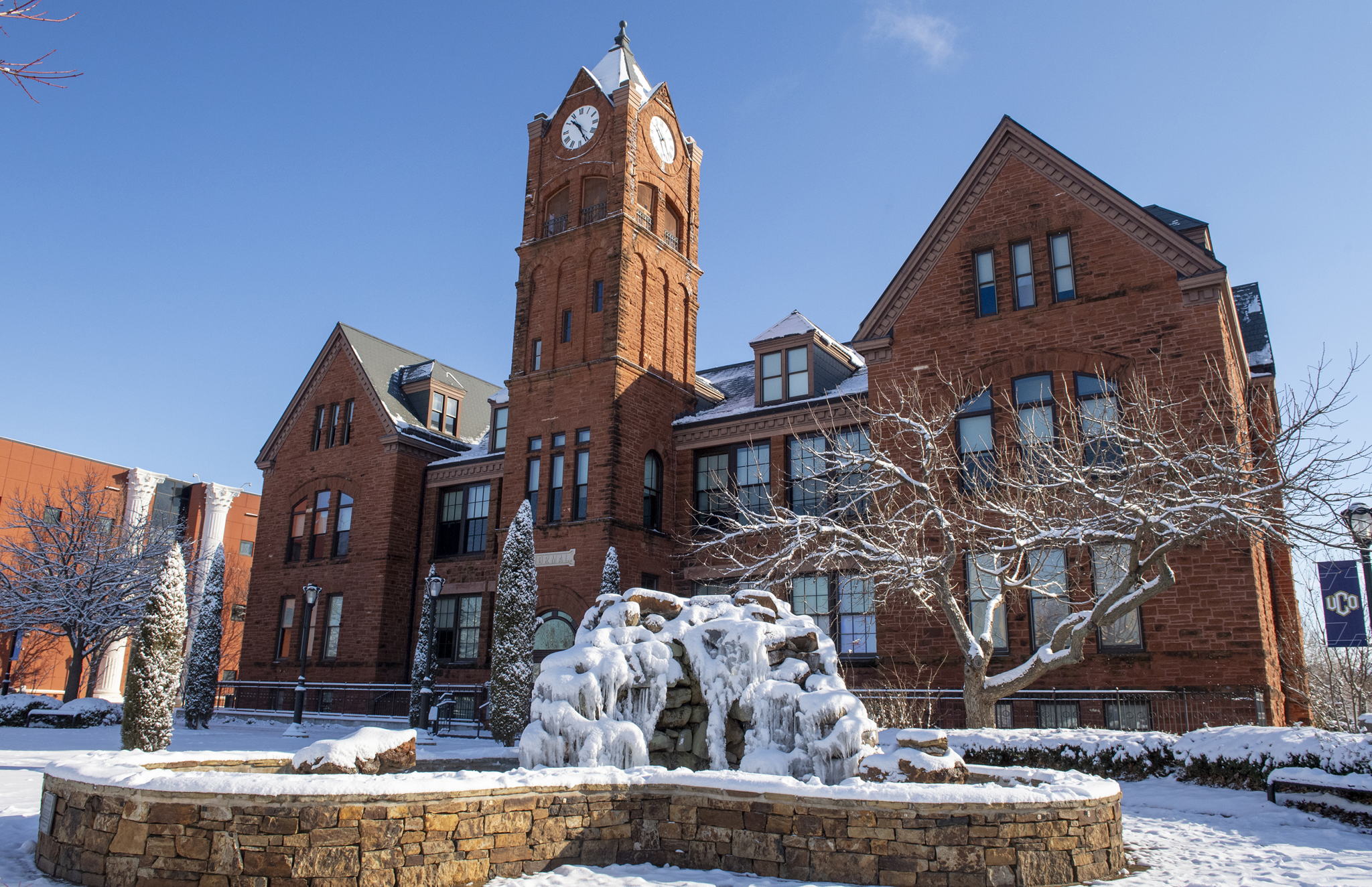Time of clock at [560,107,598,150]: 10:25
